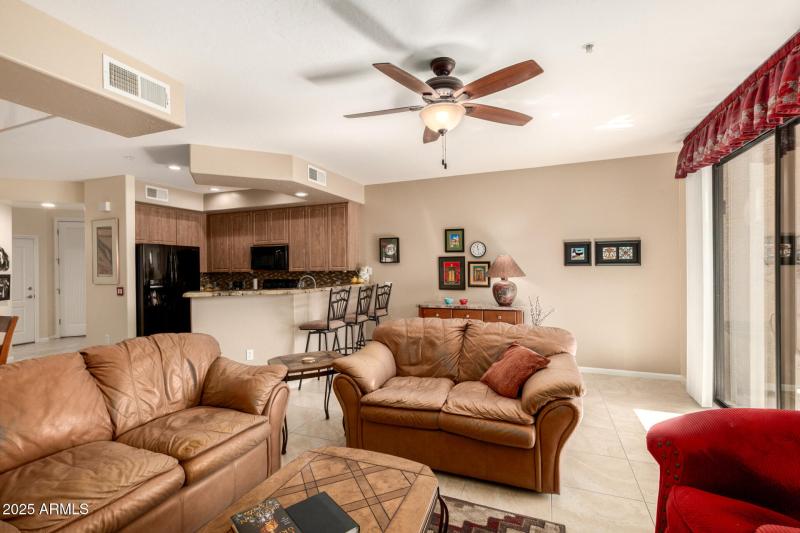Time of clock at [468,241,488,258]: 11:28
